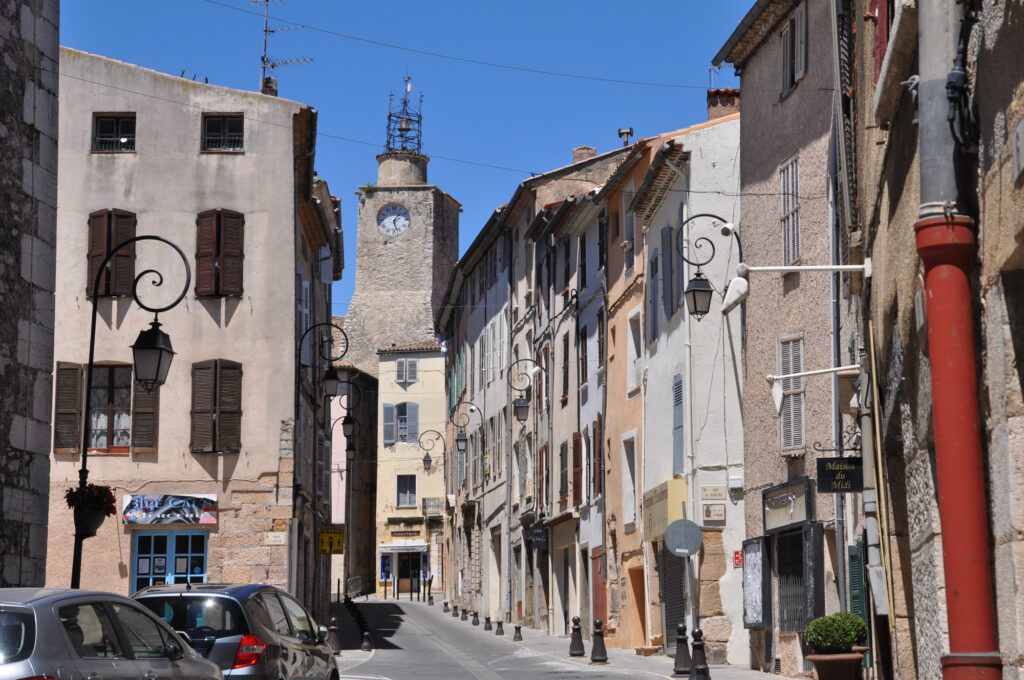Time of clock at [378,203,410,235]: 1:27
